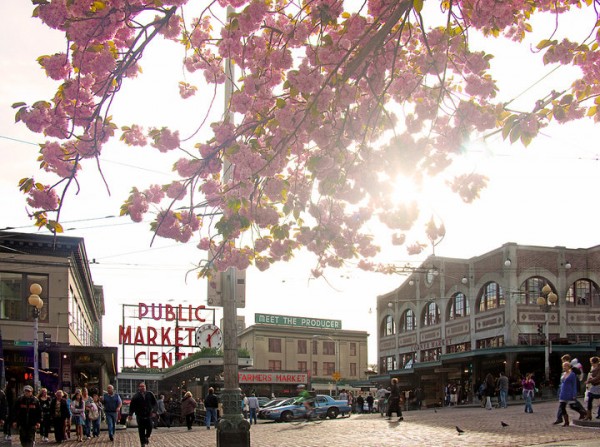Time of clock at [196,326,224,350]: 6:07
